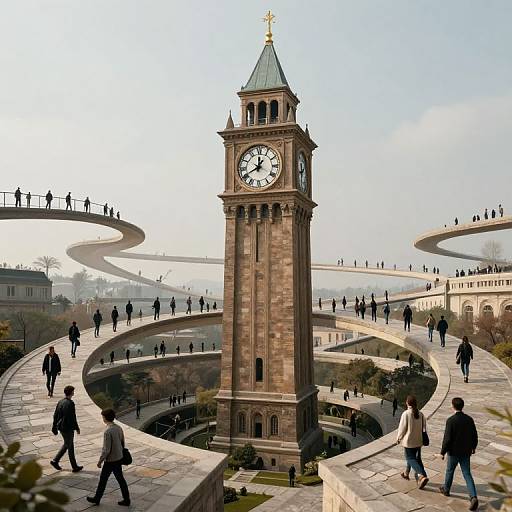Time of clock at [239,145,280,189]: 12:40
